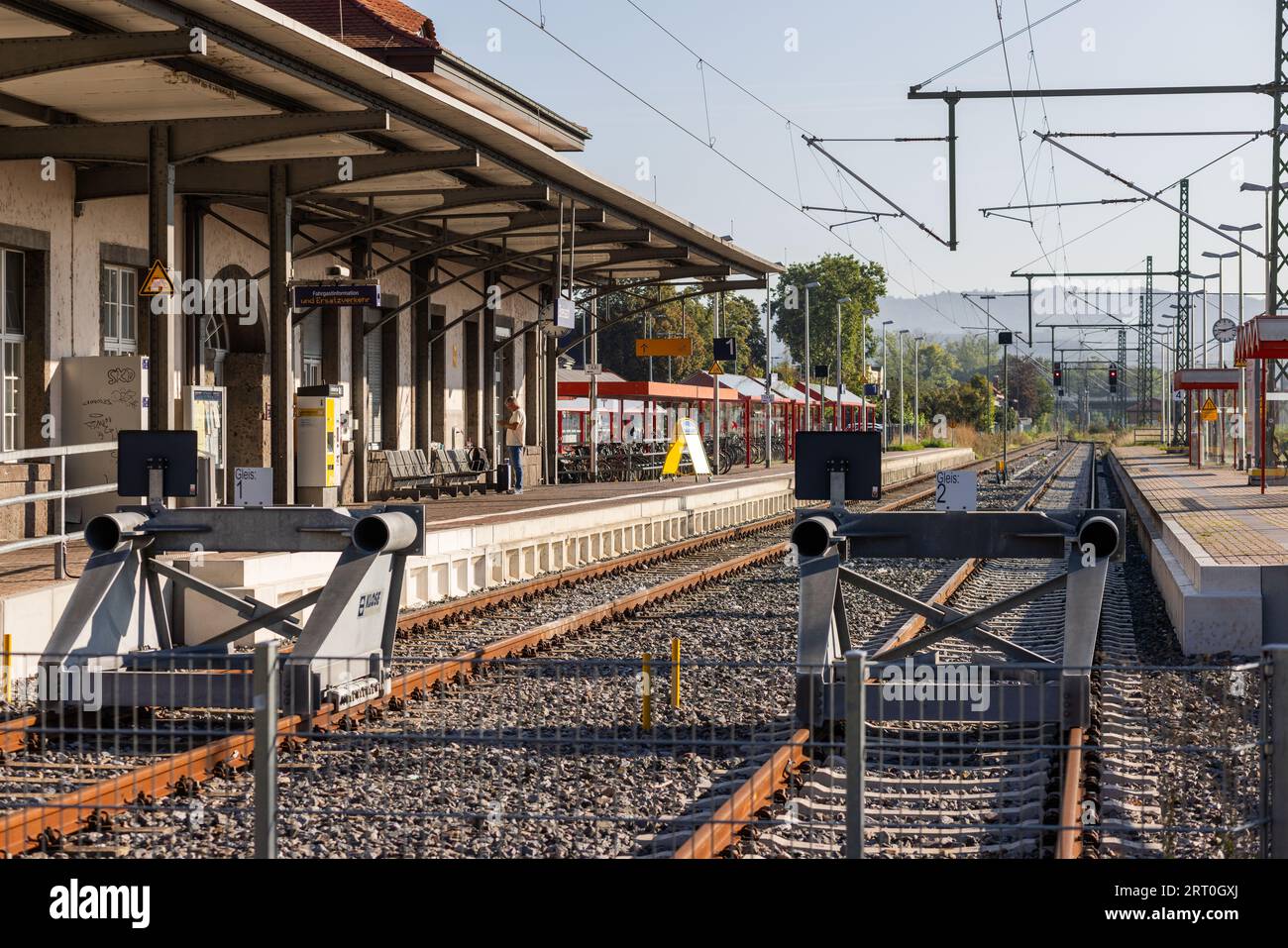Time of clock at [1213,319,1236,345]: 9:12
